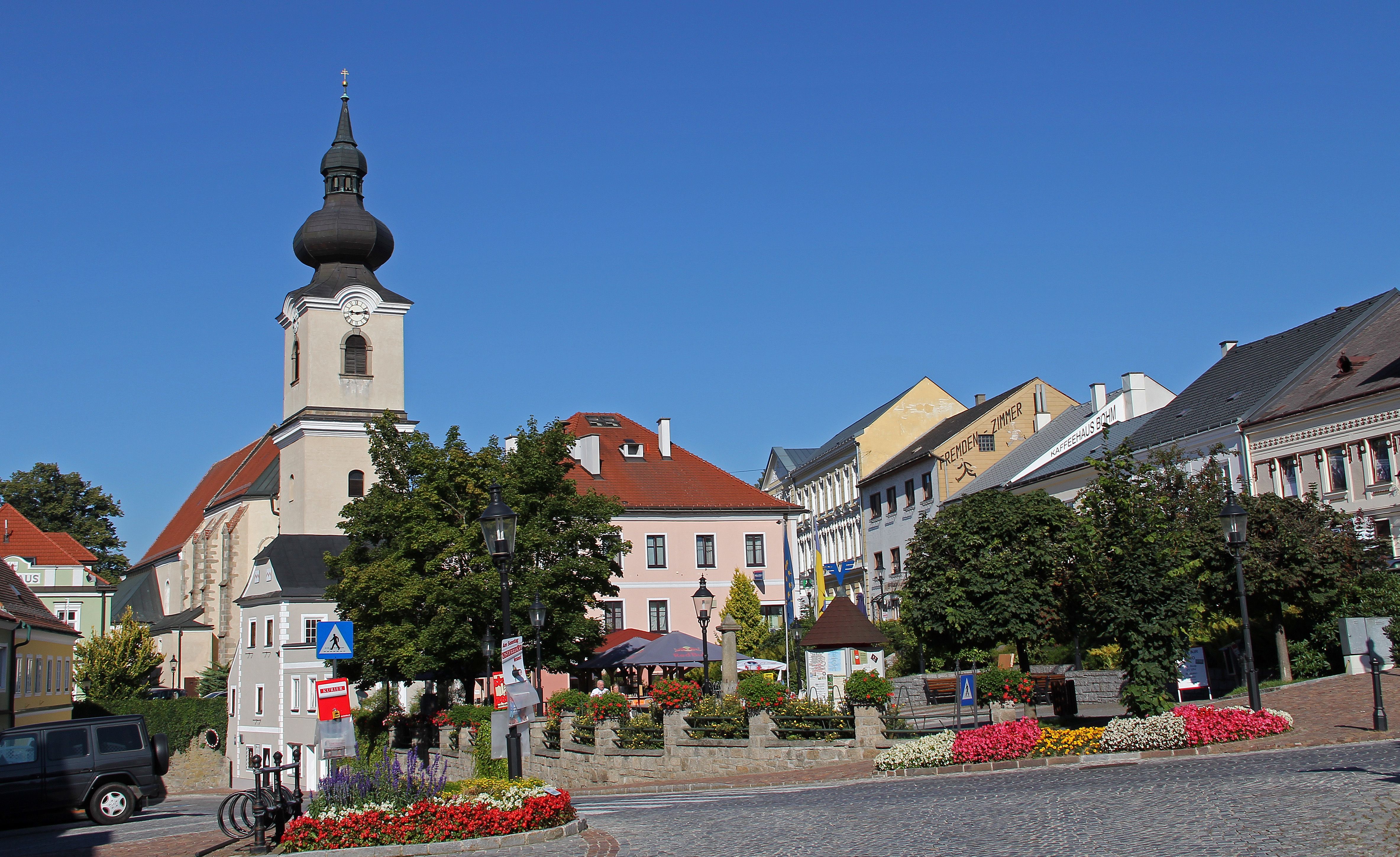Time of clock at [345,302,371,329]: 9:13
